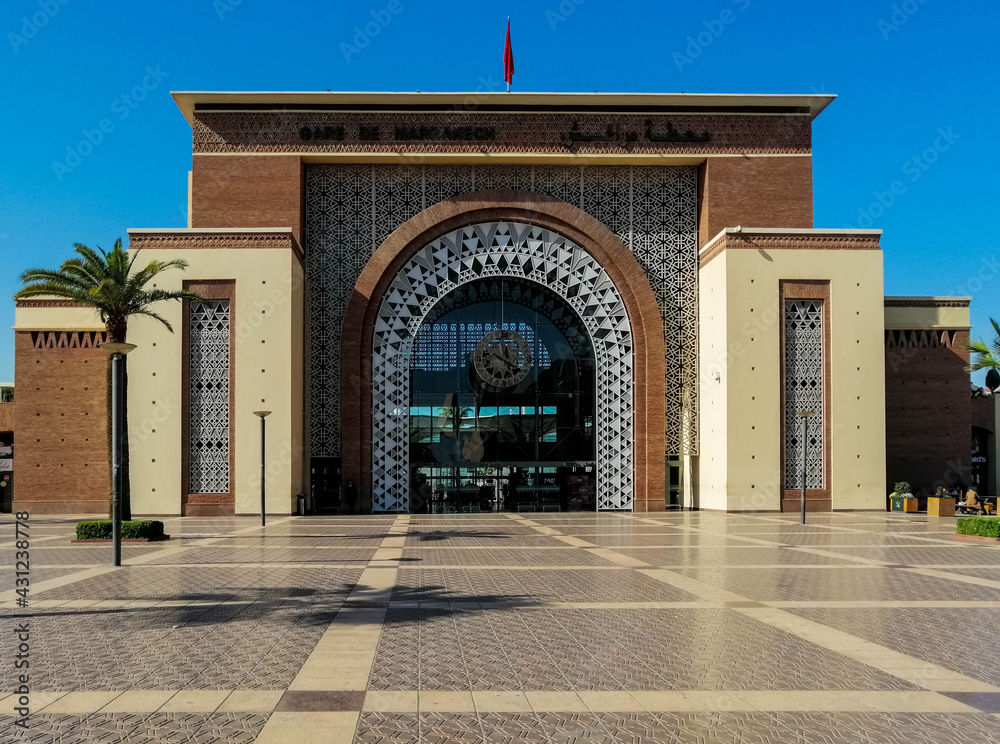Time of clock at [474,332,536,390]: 12:20
